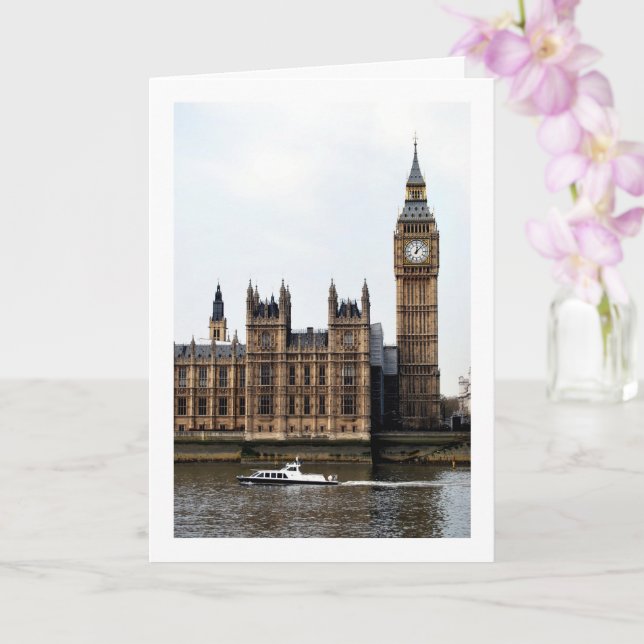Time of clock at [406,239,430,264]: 12:07
